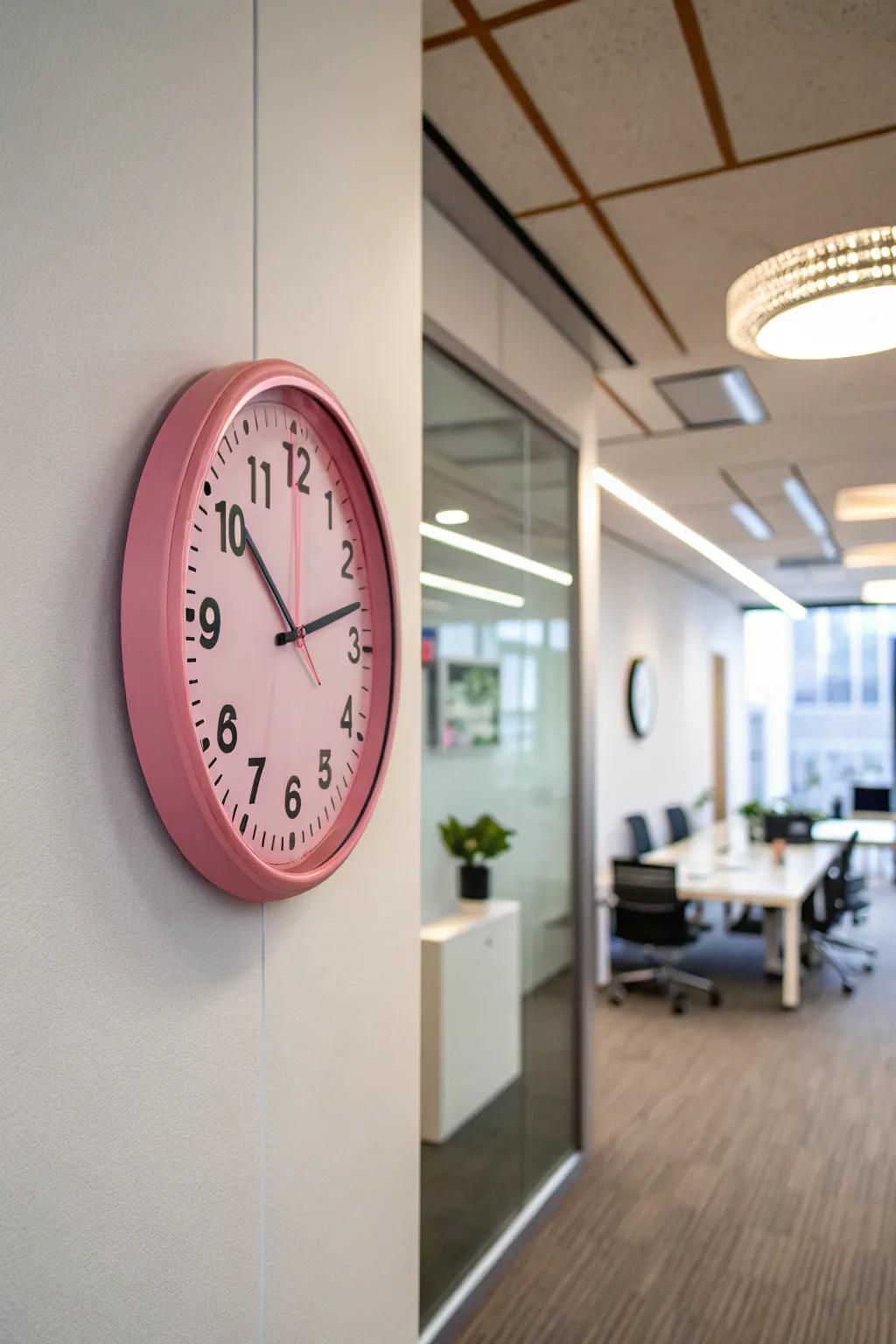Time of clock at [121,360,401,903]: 10:12
